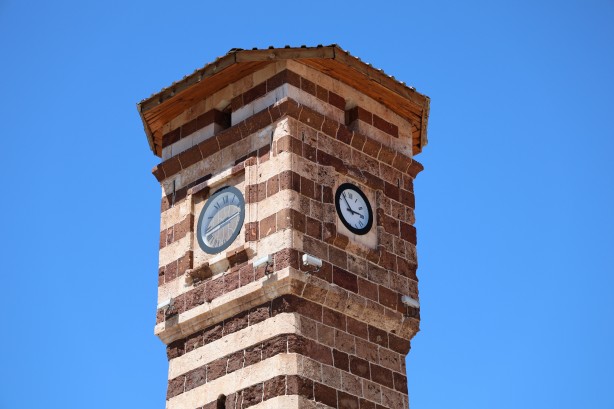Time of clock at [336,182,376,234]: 2:53
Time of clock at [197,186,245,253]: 2:42
